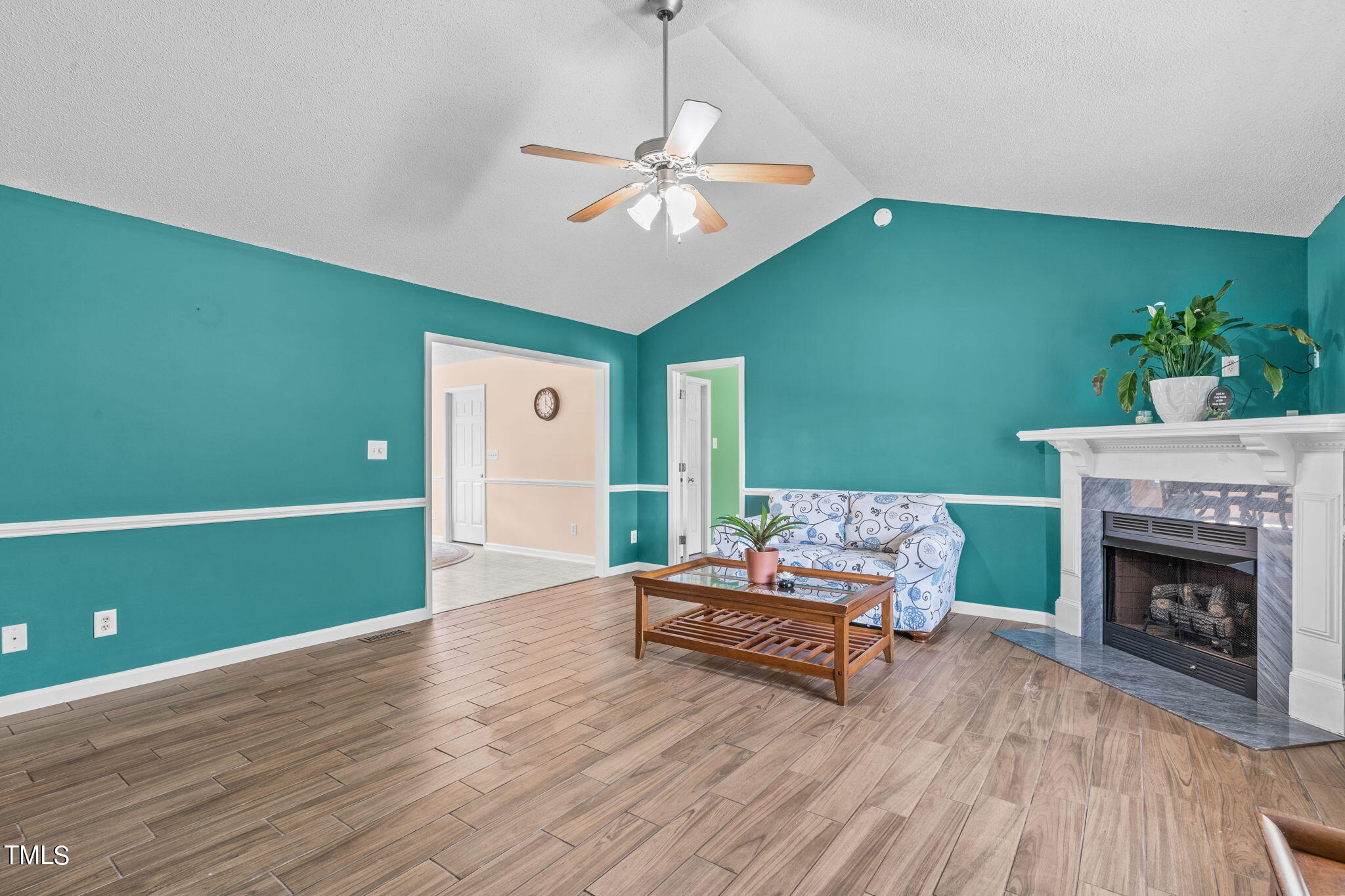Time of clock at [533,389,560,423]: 12:19
